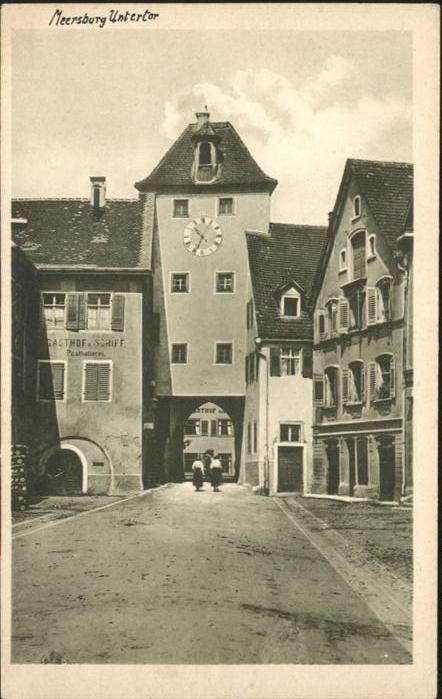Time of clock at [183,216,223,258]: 10:34
